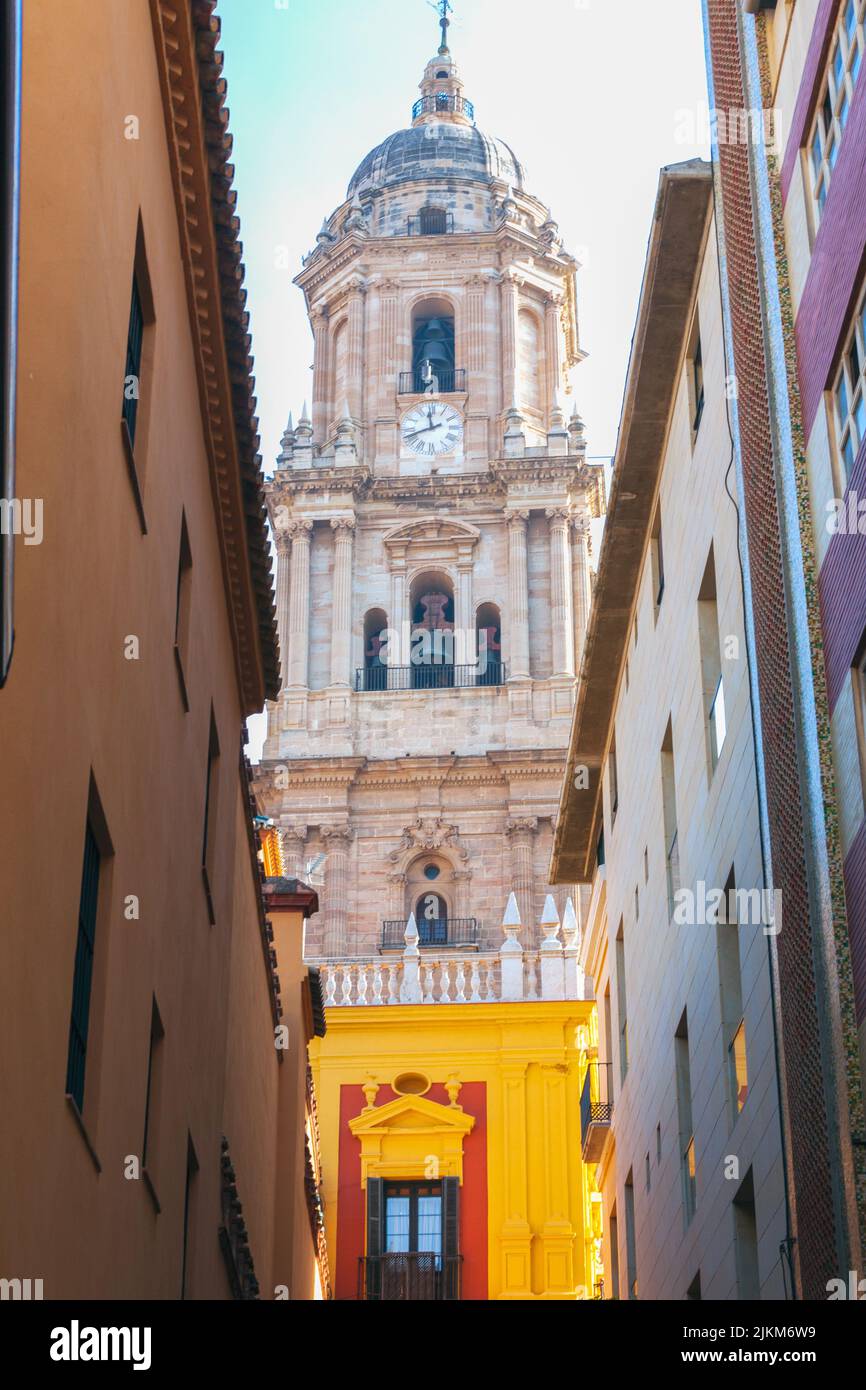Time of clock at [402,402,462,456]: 11:41
